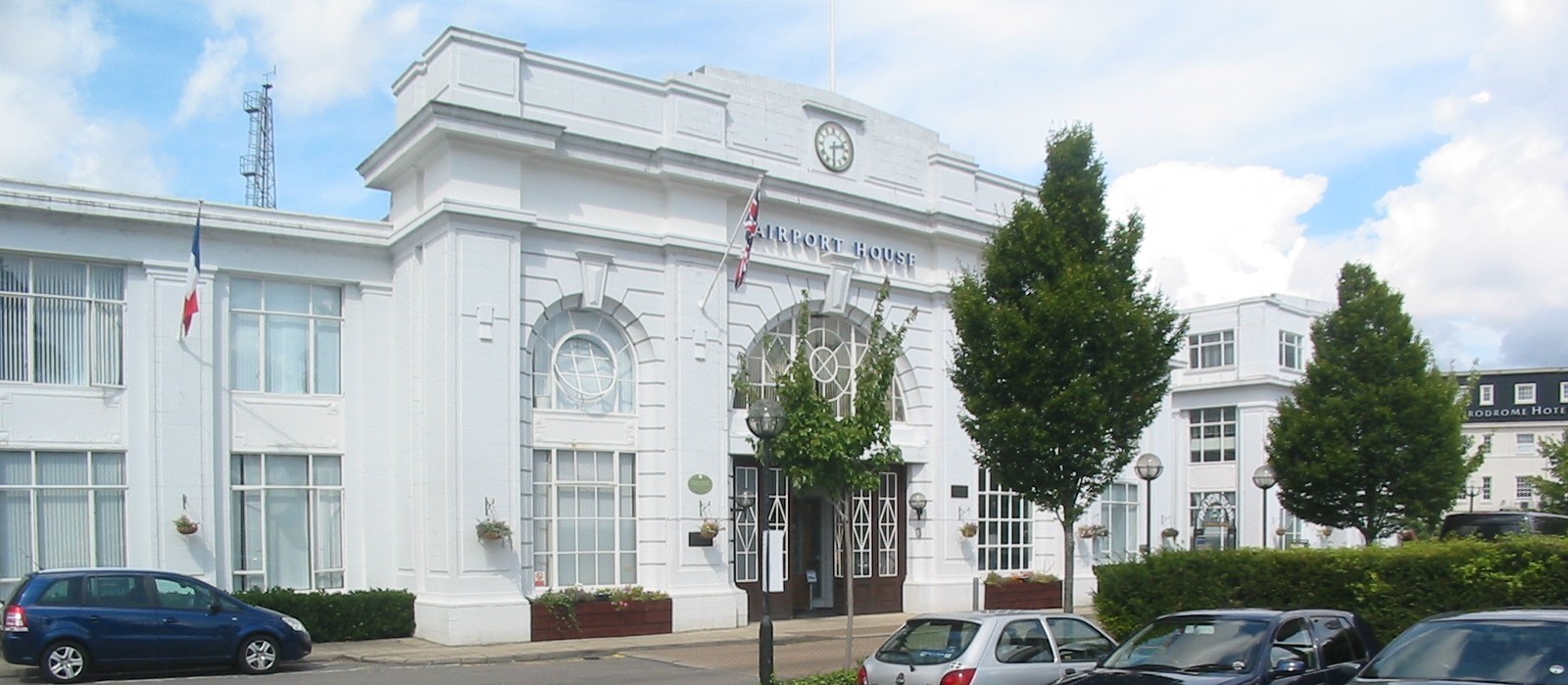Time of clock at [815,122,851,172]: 2:30
